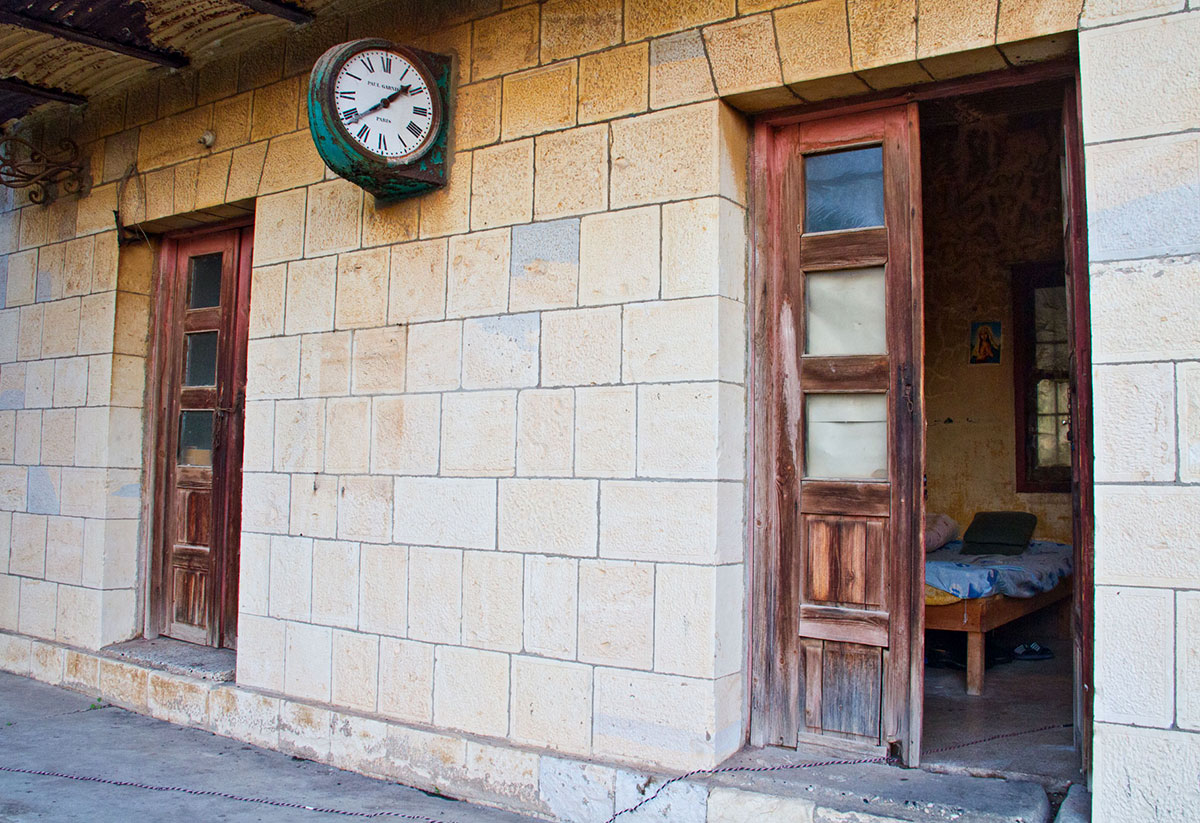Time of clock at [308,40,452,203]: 1:38
